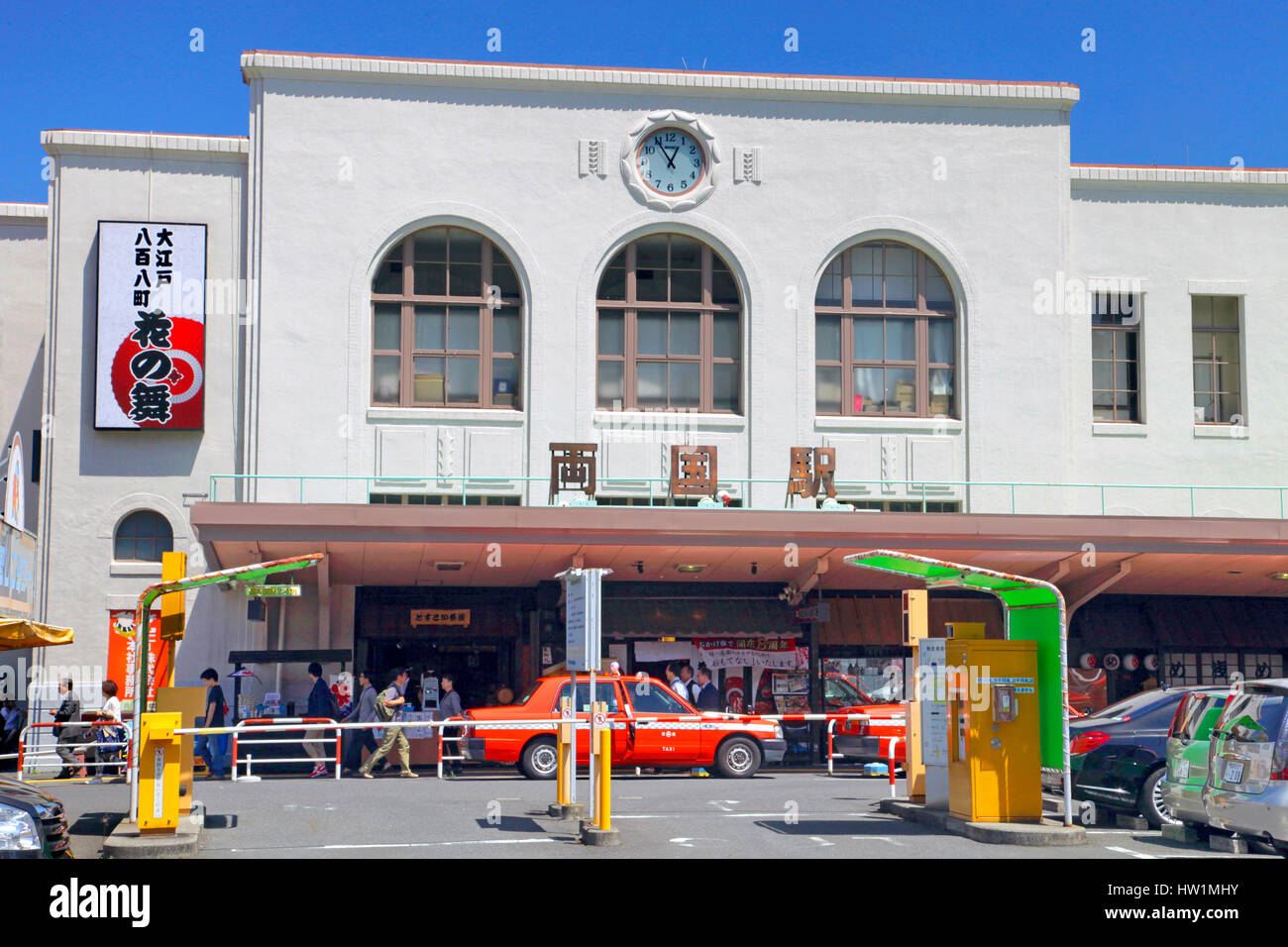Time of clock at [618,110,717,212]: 12:54
